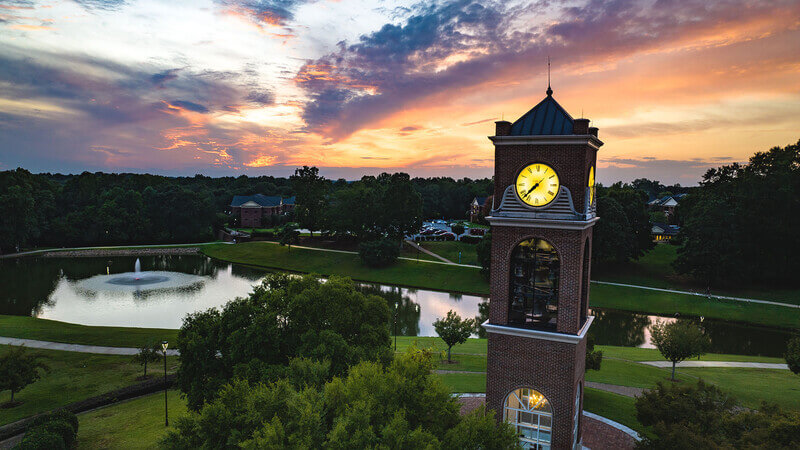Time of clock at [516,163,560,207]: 7:37
